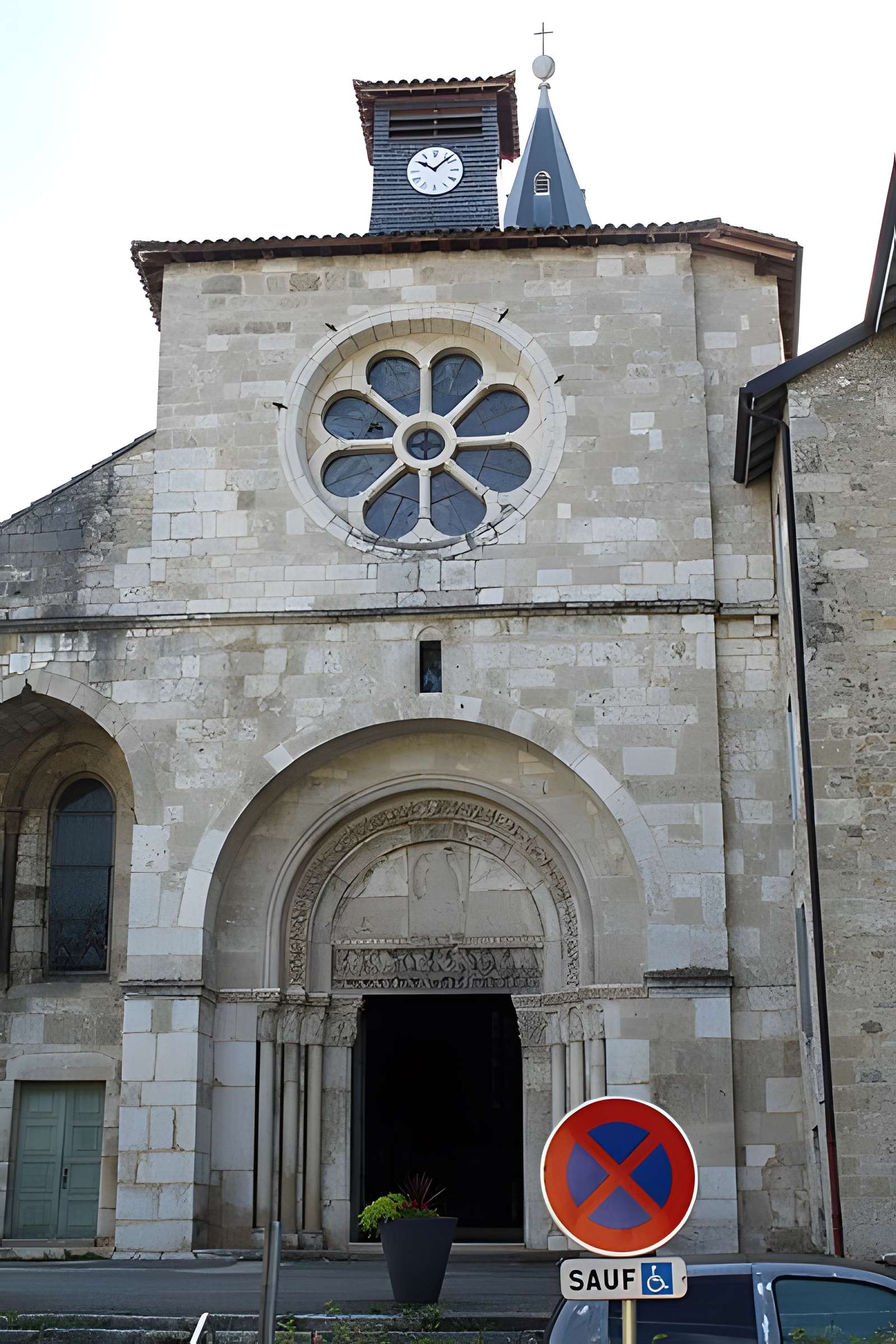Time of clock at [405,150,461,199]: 10:07
